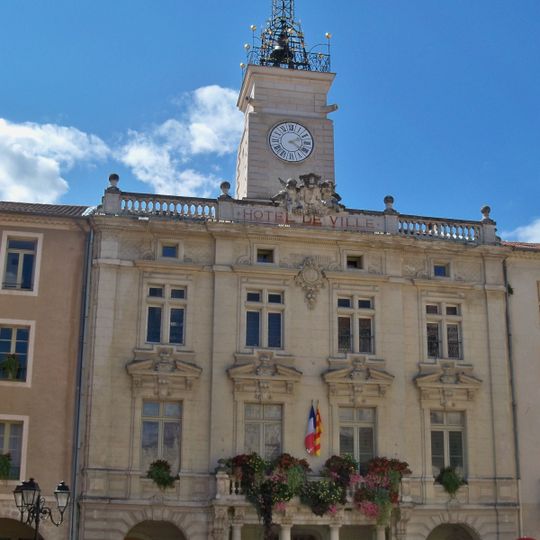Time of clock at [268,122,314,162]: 2:21
